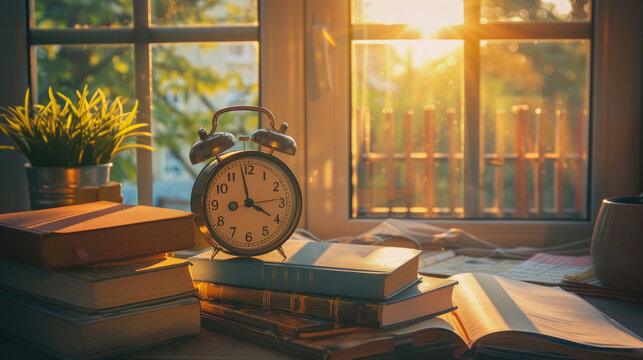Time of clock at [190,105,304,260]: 3:58
